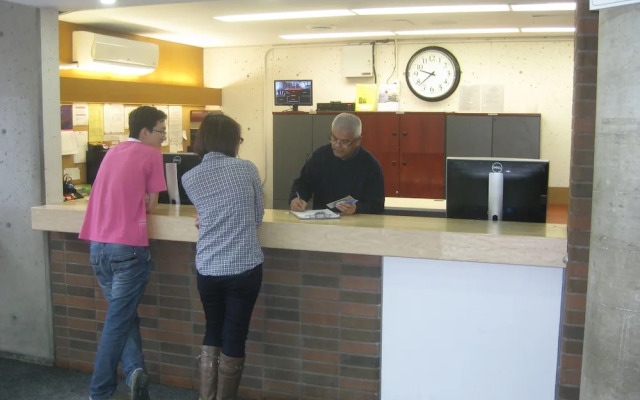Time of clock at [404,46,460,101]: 9:38
